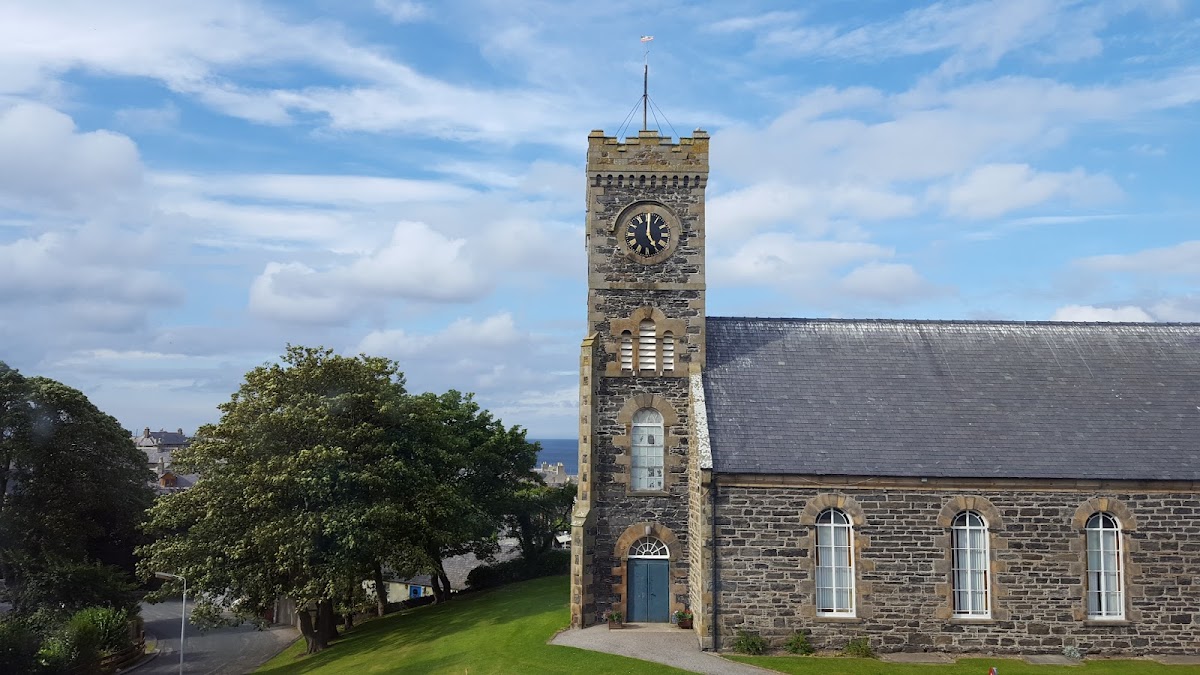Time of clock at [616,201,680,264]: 5:00
